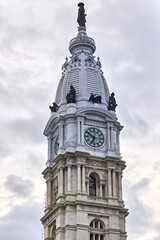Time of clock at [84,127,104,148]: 6:50
